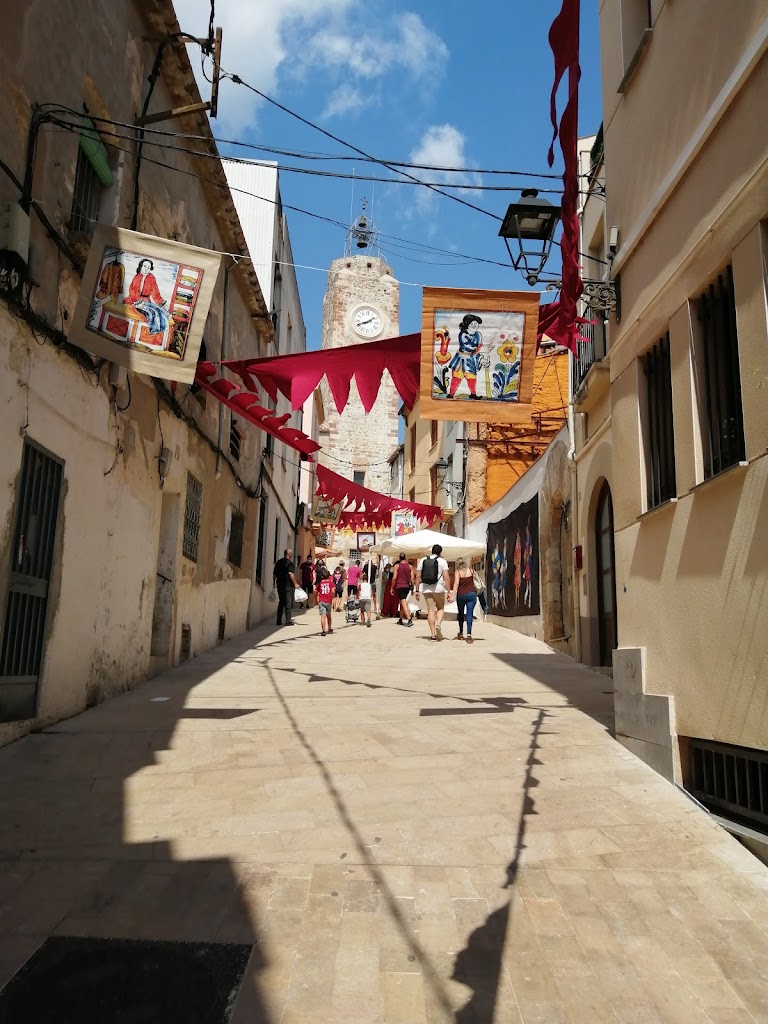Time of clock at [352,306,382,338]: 1:41
